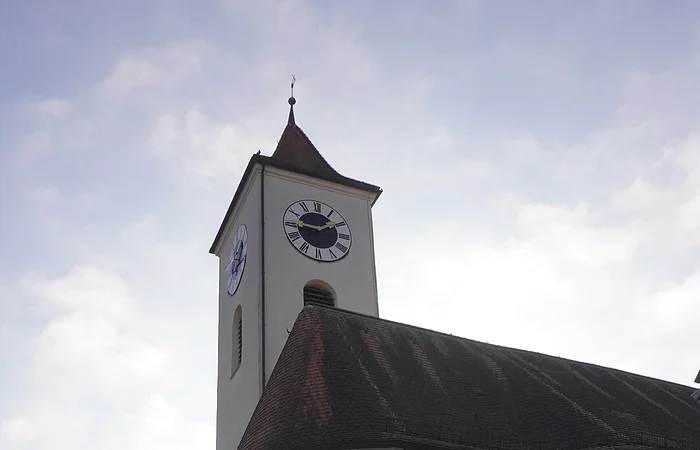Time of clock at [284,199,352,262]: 1:46
